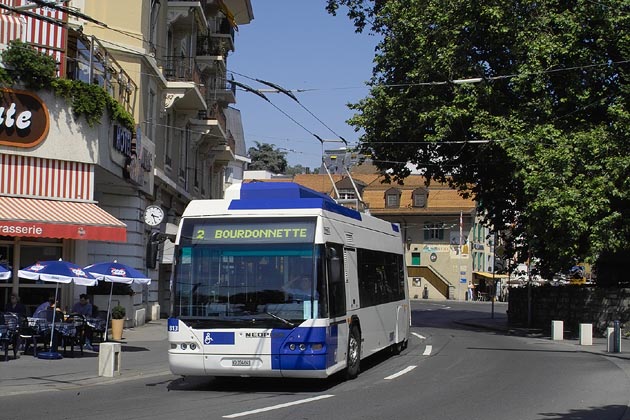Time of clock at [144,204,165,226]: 3:26
